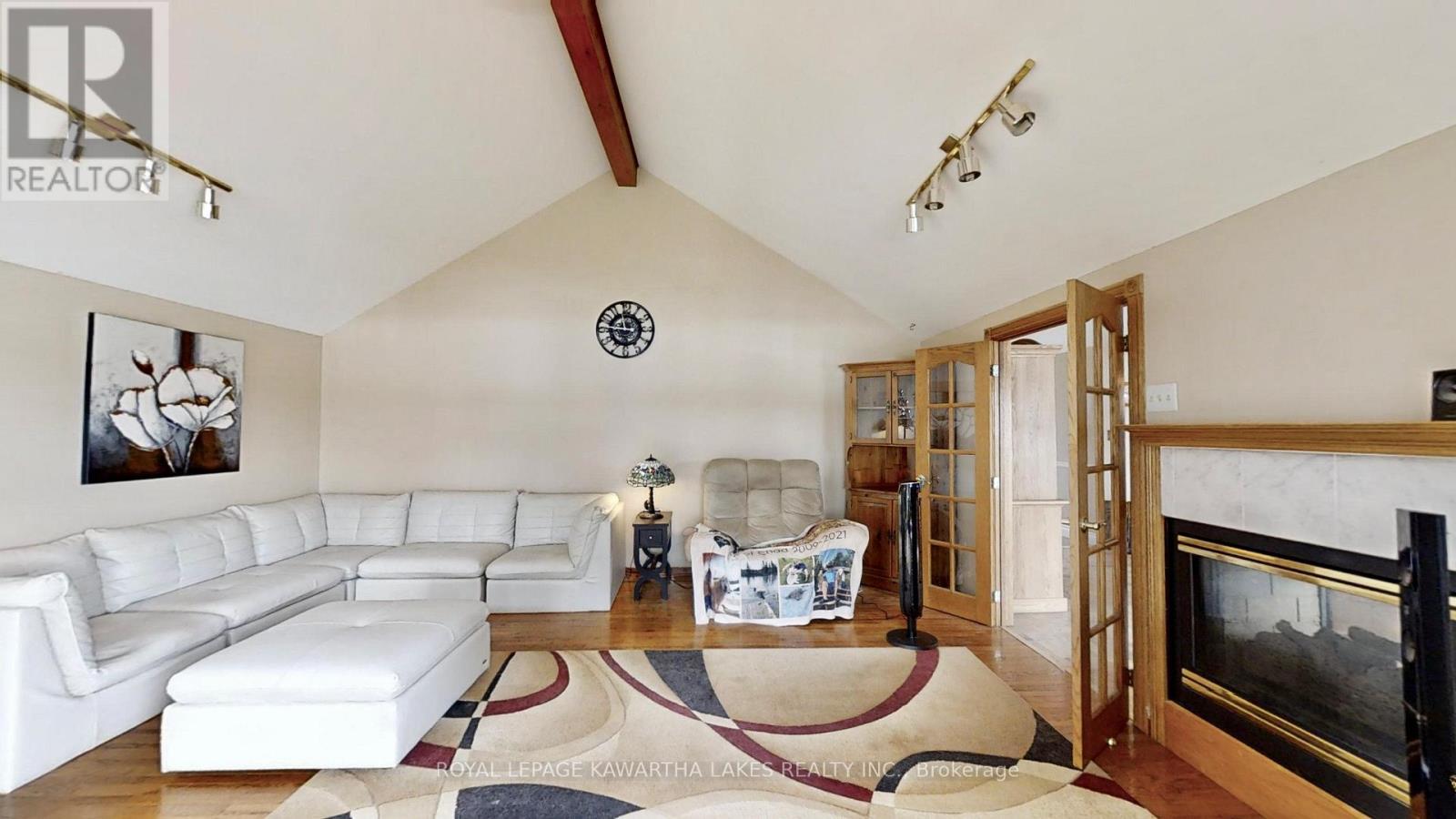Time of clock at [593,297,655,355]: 11:46
